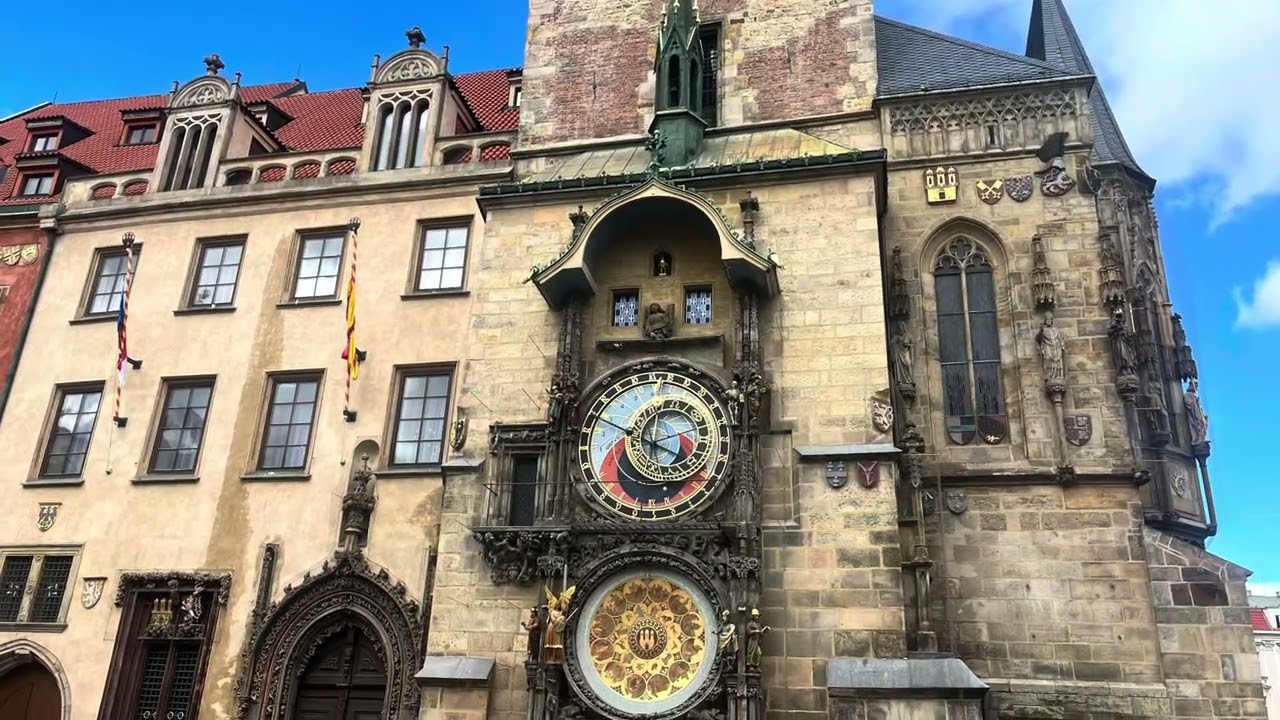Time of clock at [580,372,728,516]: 3:48
